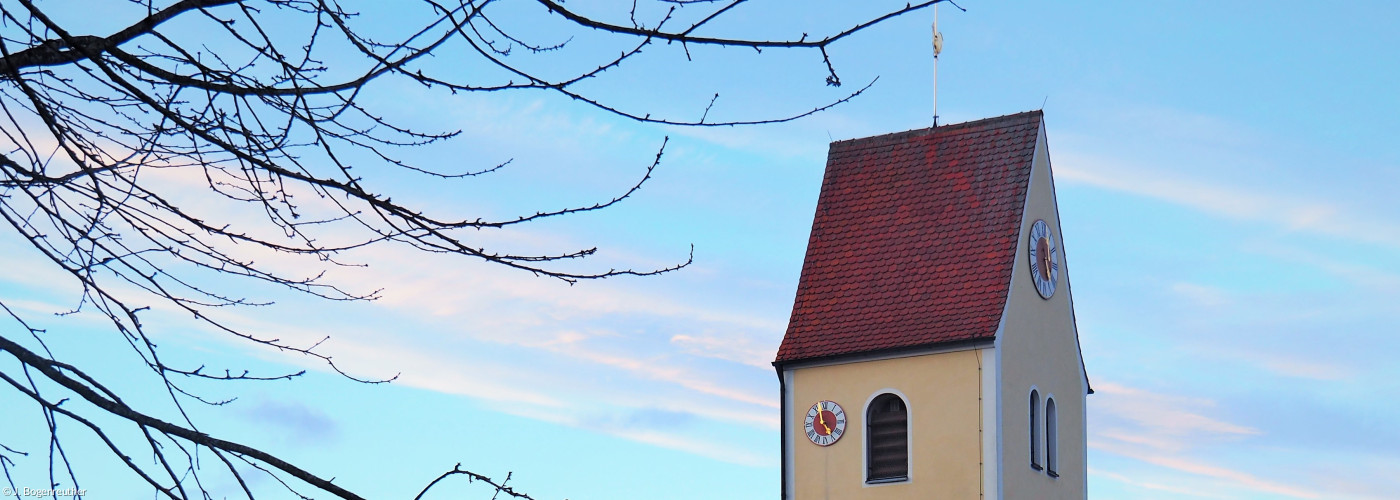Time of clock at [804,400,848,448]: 4:57
